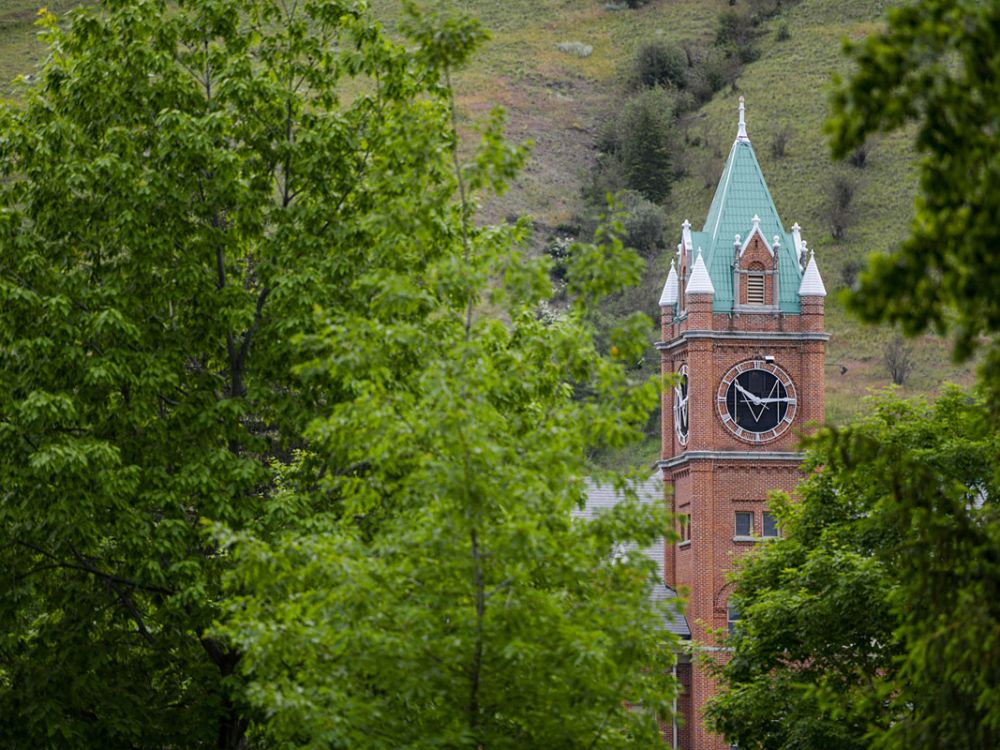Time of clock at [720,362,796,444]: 10:14
